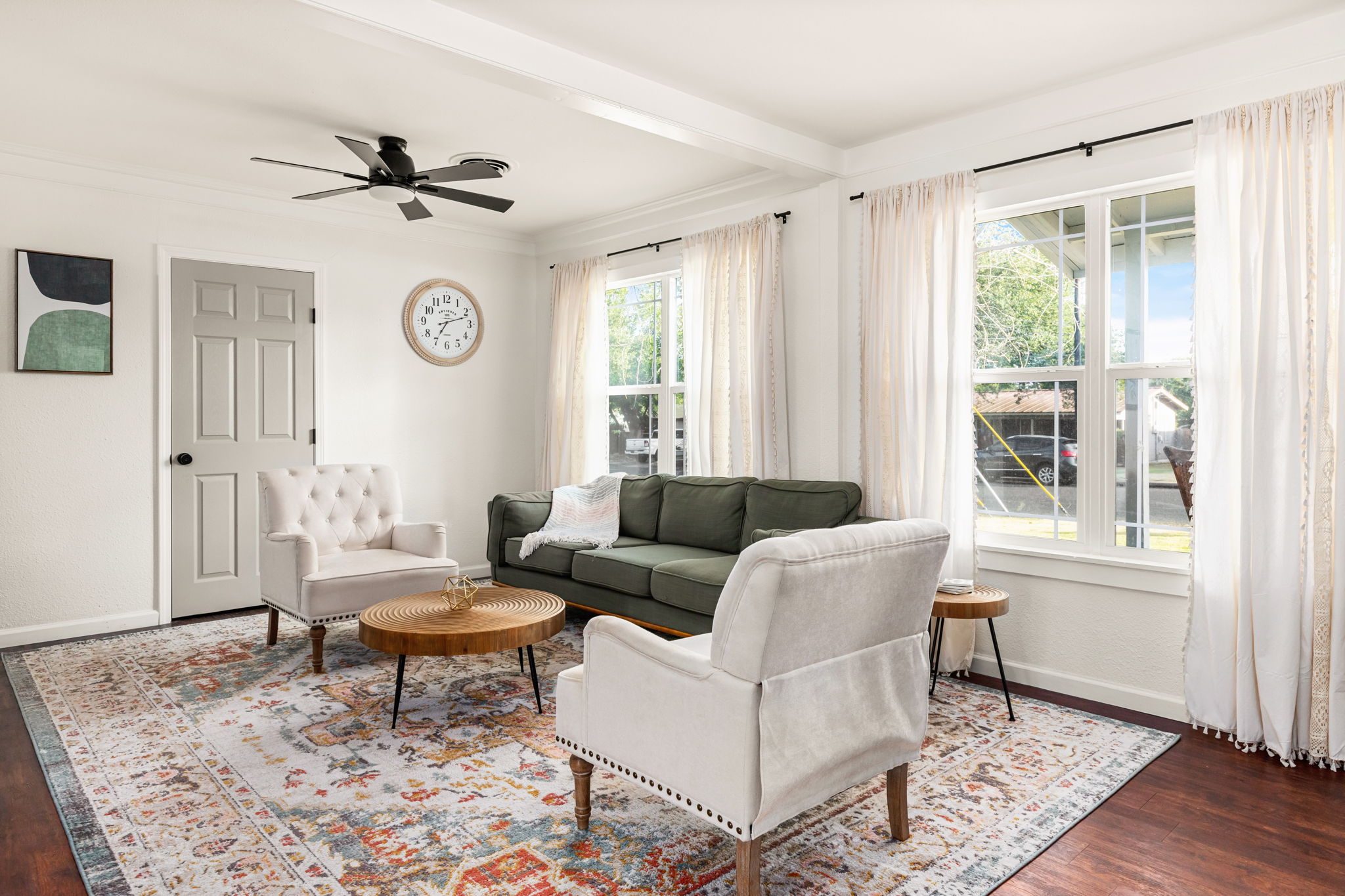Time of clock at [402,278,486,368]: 7:11
